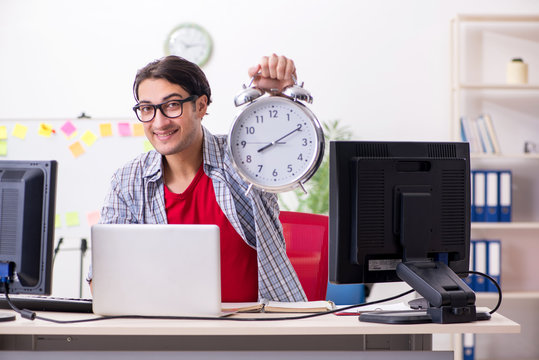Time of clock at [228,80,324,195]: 8:10
